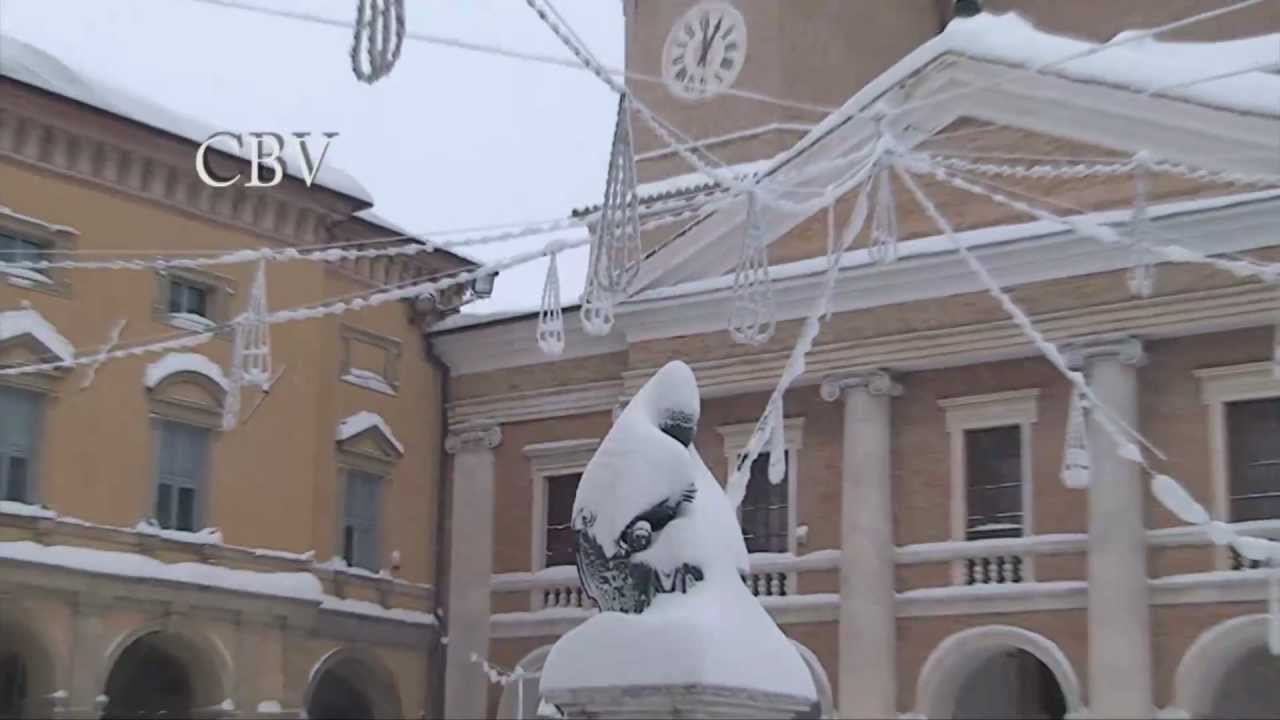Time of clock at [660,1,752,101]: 12:05
